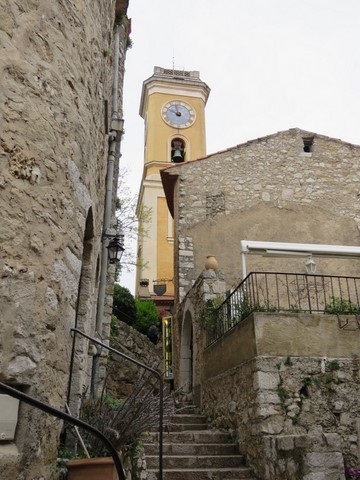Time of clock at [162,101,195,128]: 9:57
